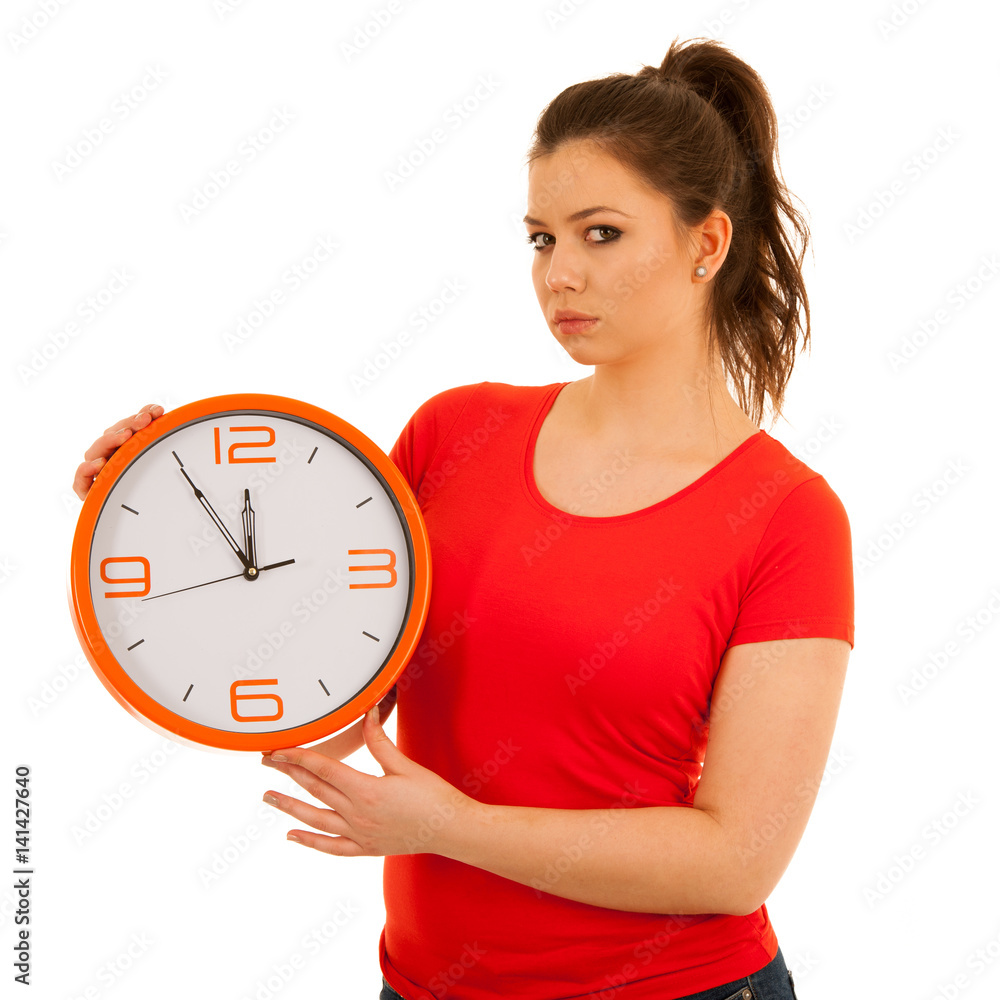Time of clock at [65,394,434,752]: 11:54
